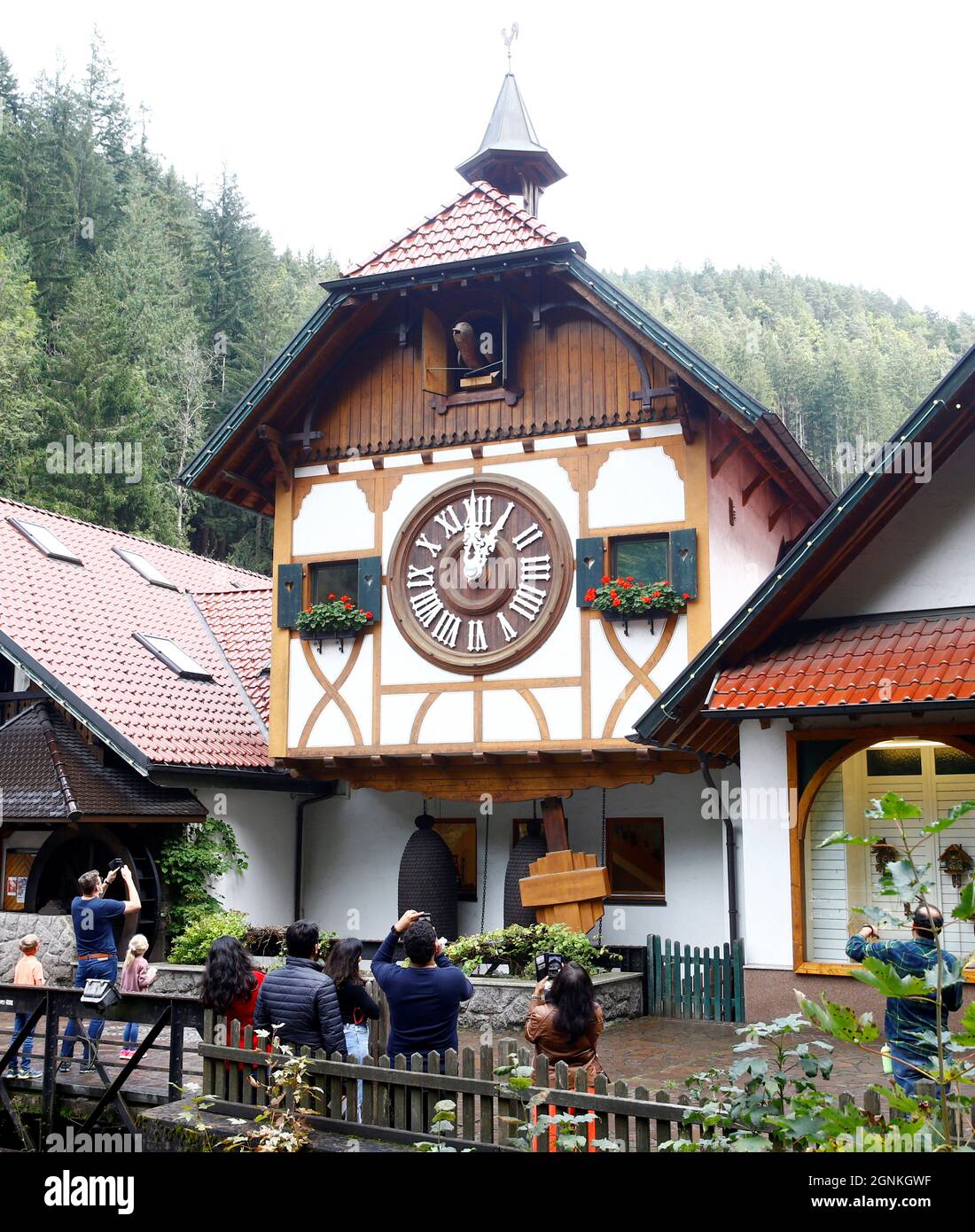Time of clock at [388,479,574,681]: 12:04
